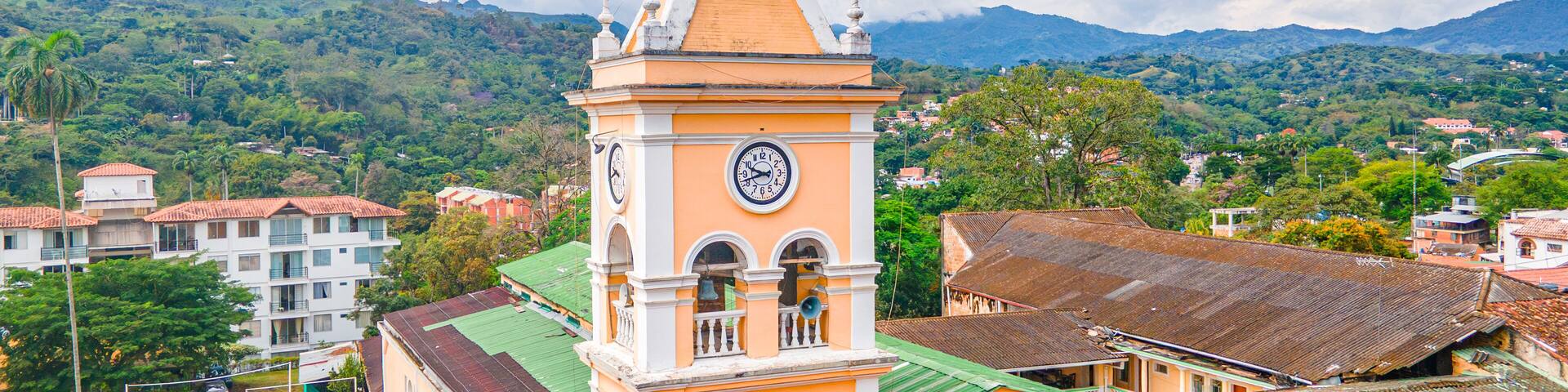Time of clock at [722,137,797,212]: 9:42
